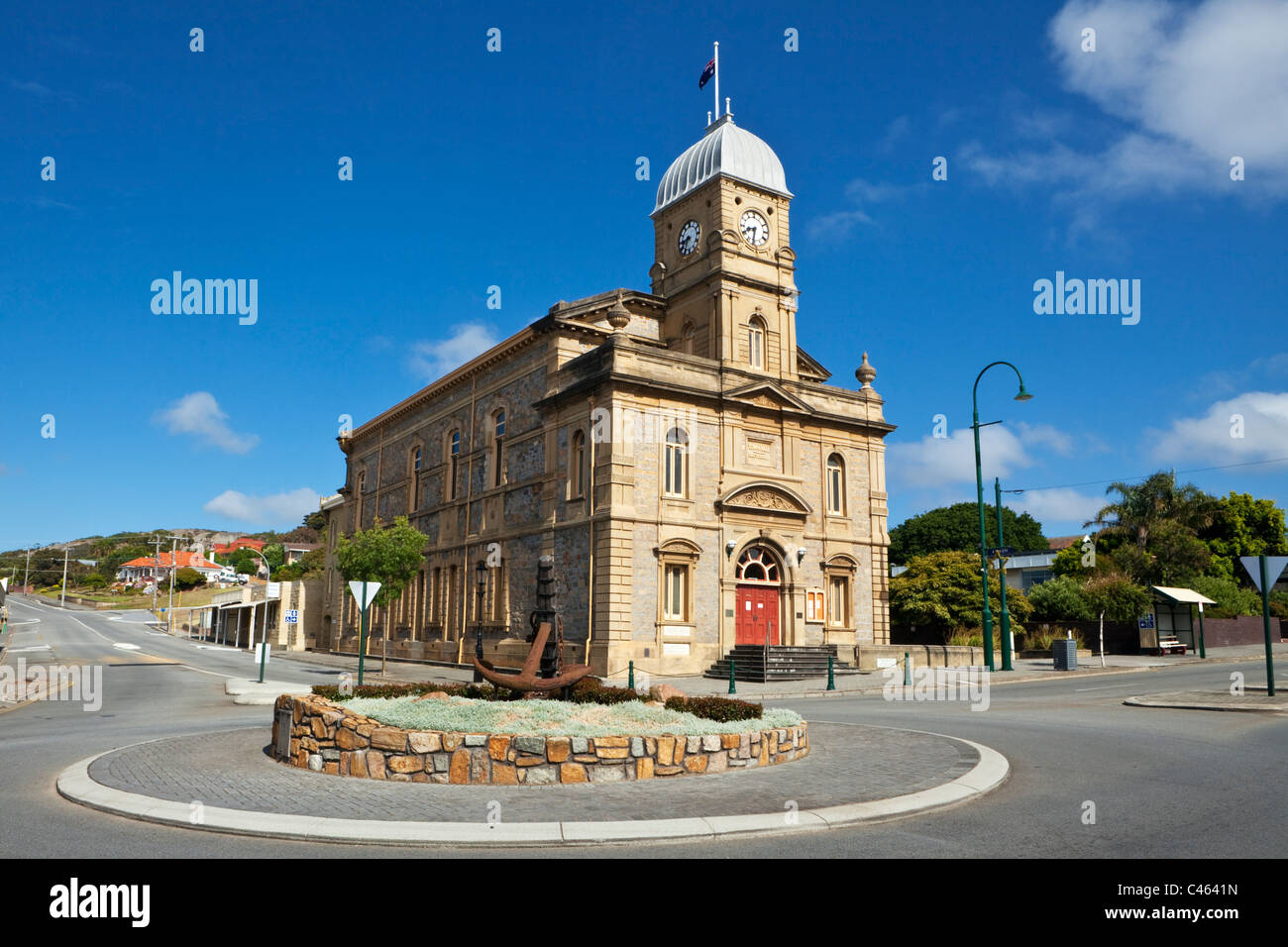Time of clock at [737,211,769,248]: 8:32
